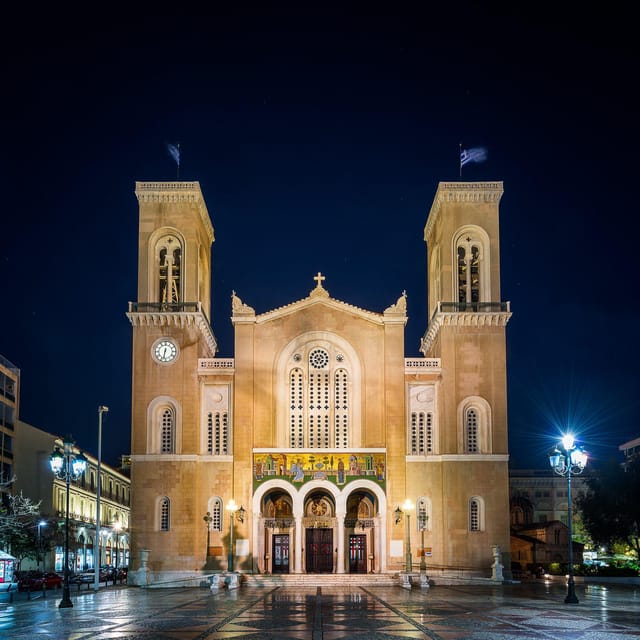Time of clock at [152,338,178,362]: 6:32
